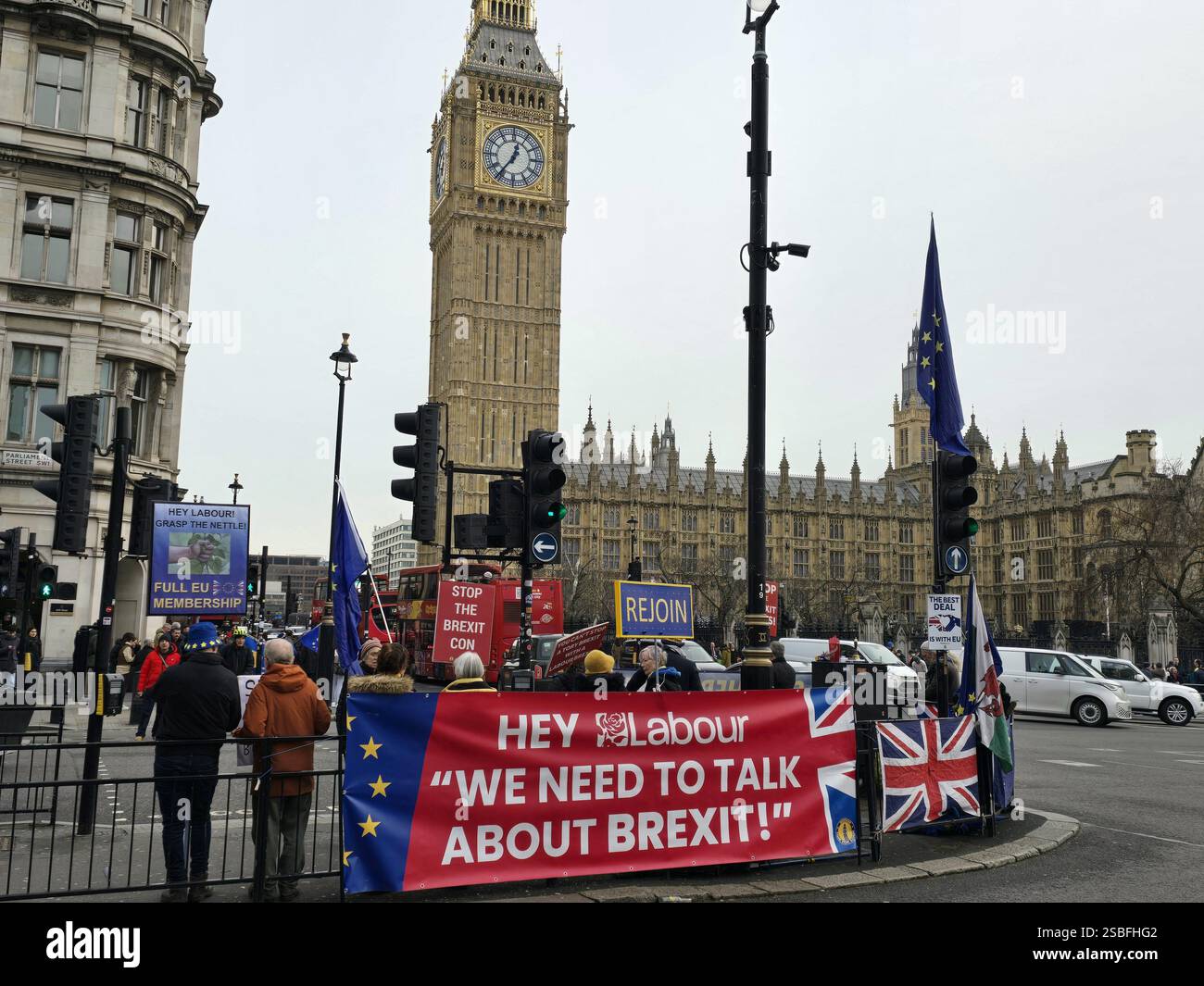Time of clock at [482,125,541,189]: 12:36
